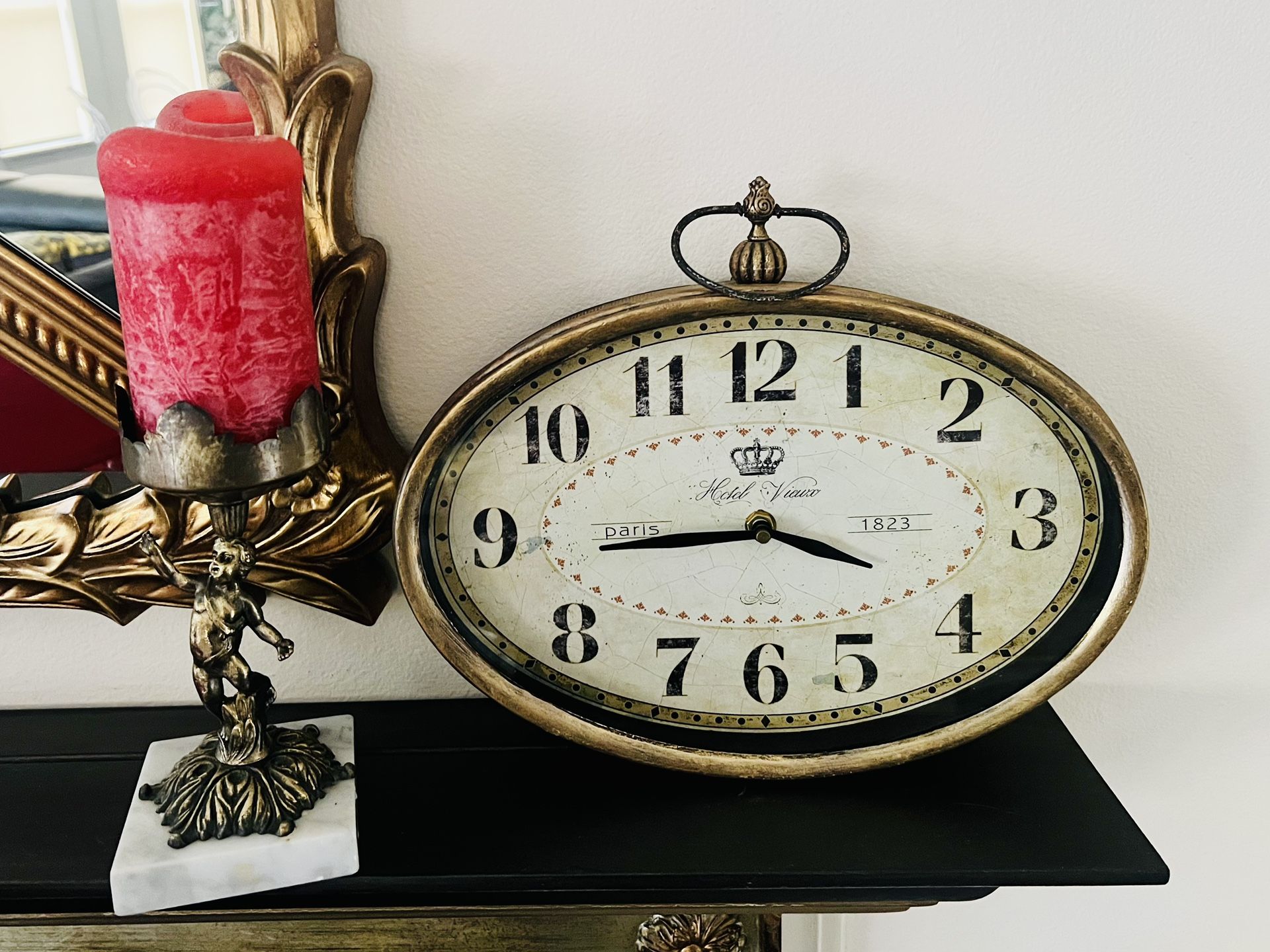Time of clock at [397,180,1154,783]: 3:44
